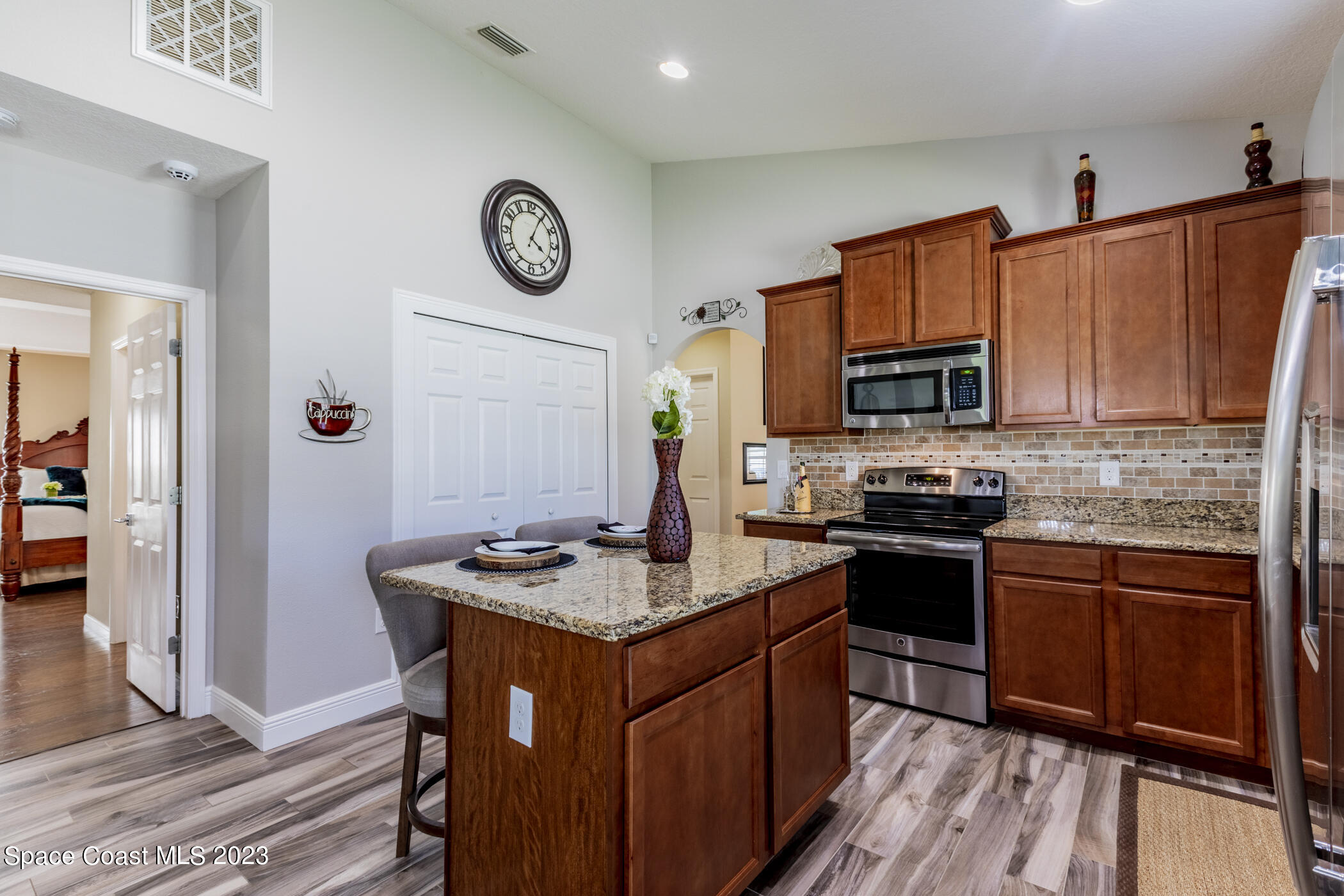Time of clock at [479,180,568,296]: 4:04
